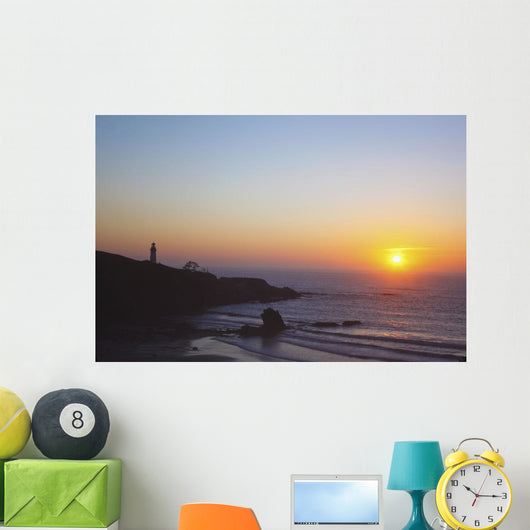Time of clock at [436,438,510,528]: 10:14
